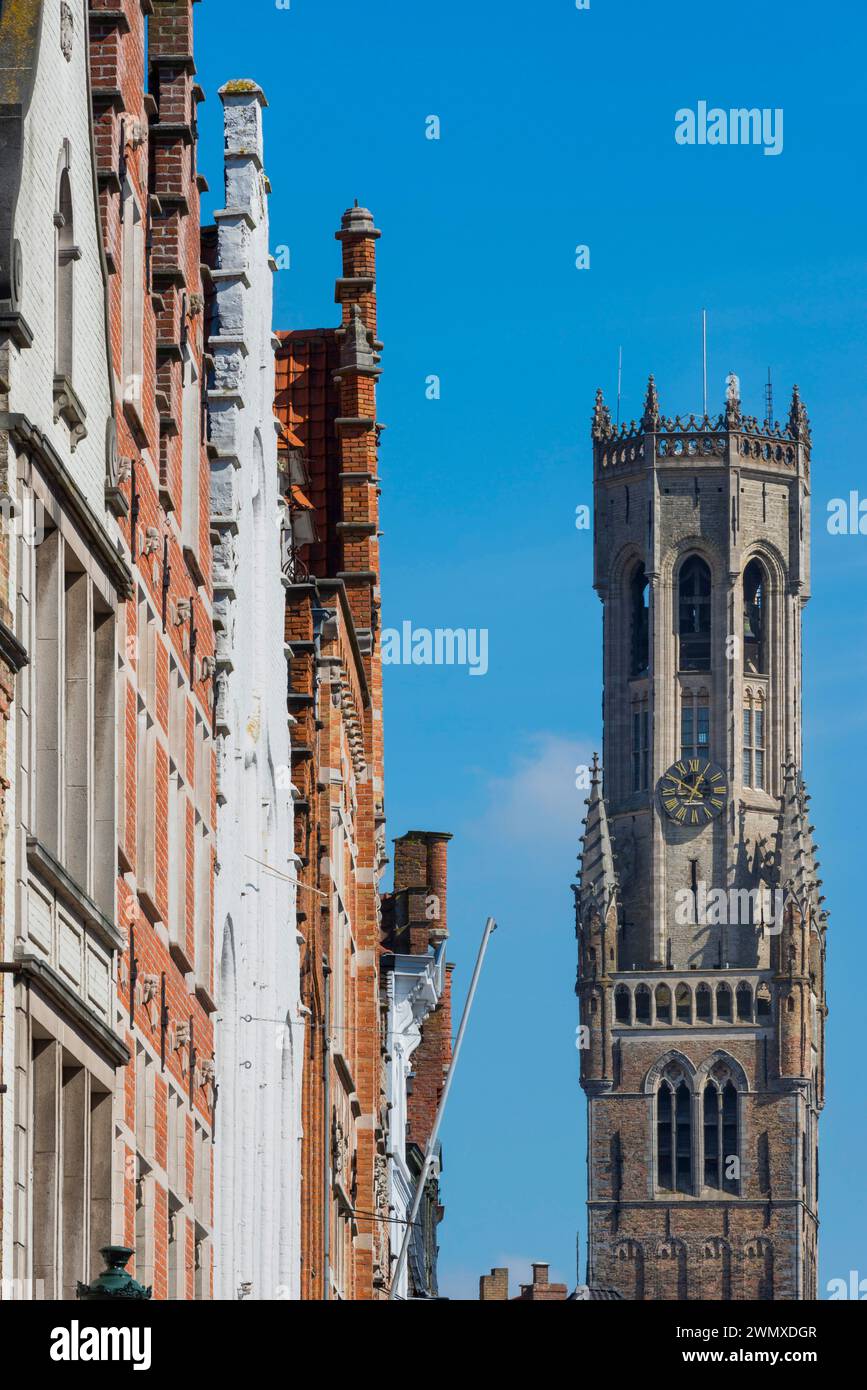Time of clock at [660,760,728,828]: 12:50
